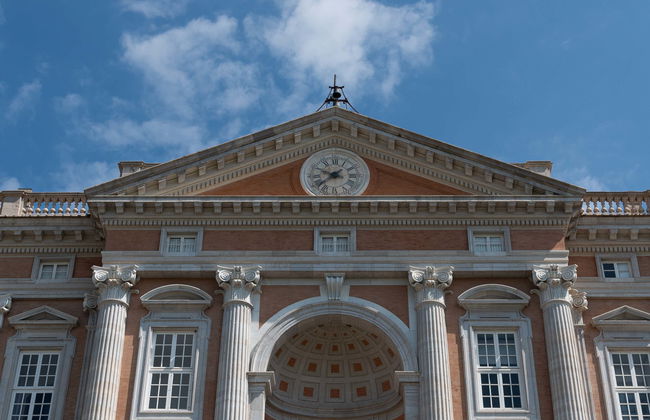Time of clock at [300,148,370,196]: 9:38
